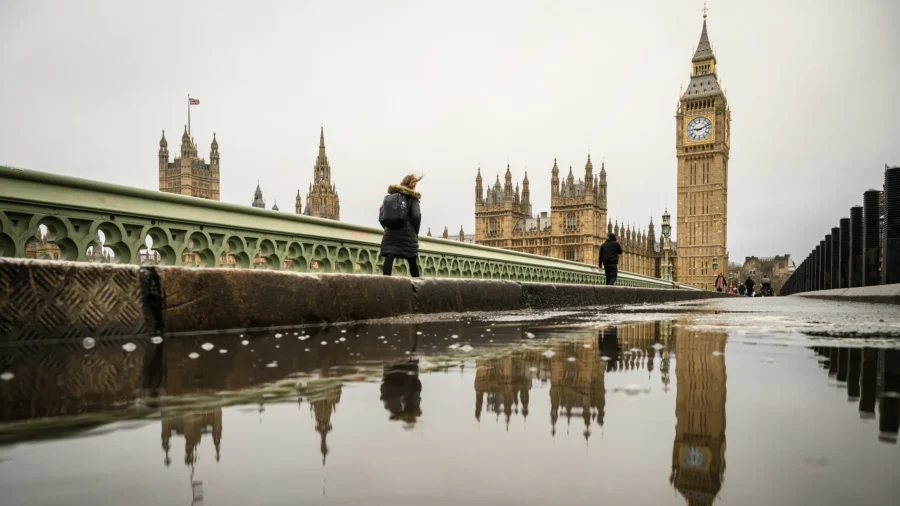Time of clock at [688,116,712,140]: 9:11
